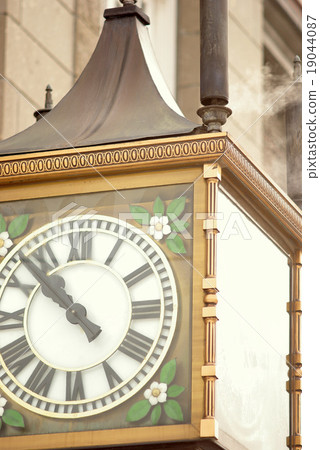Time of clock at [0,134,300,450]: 10:52
